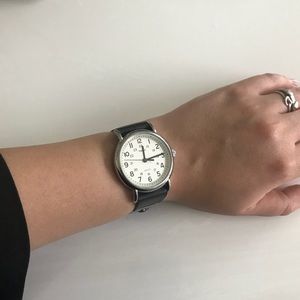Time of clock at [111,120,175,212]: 12:14
